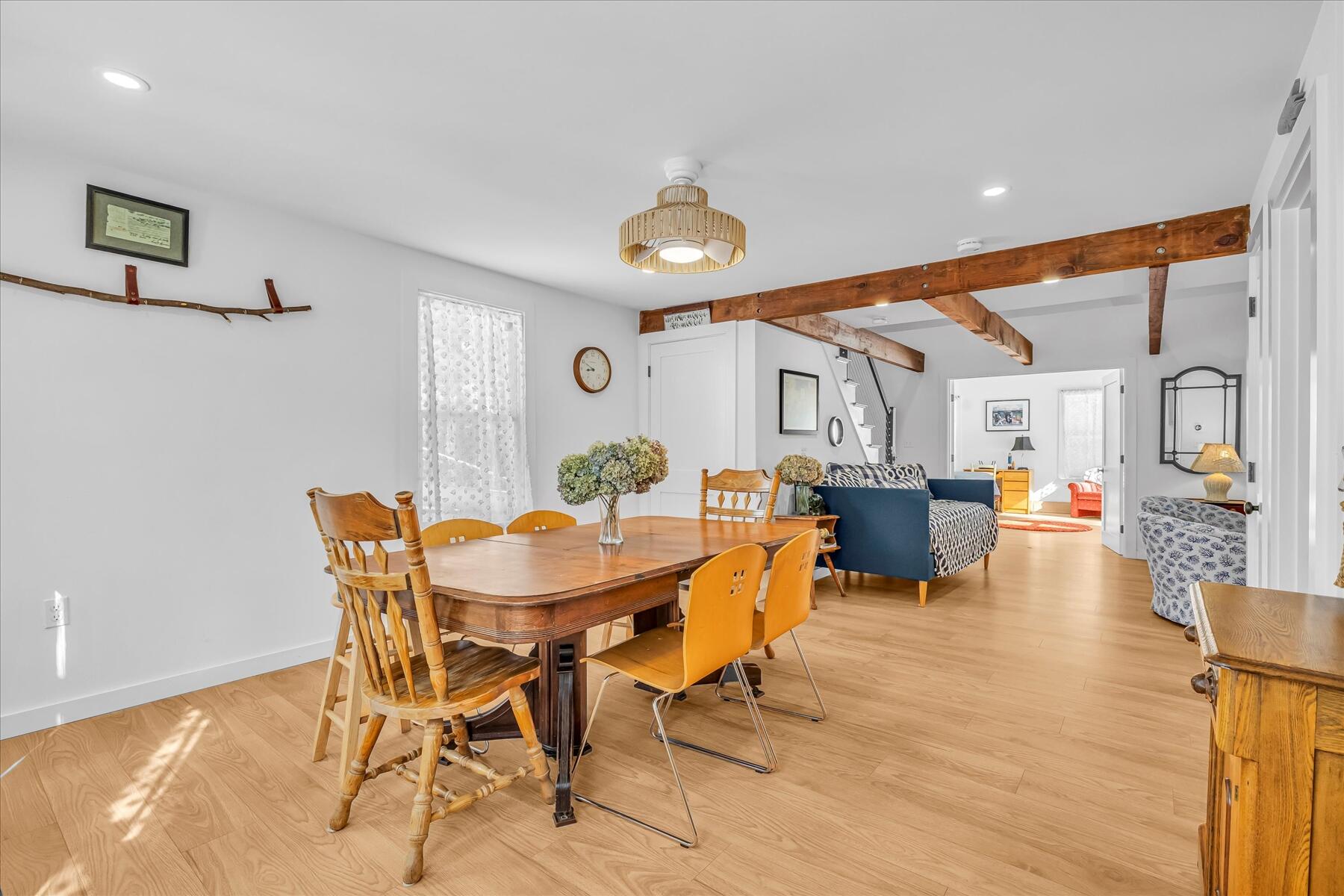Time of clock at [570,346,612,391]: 8:49
